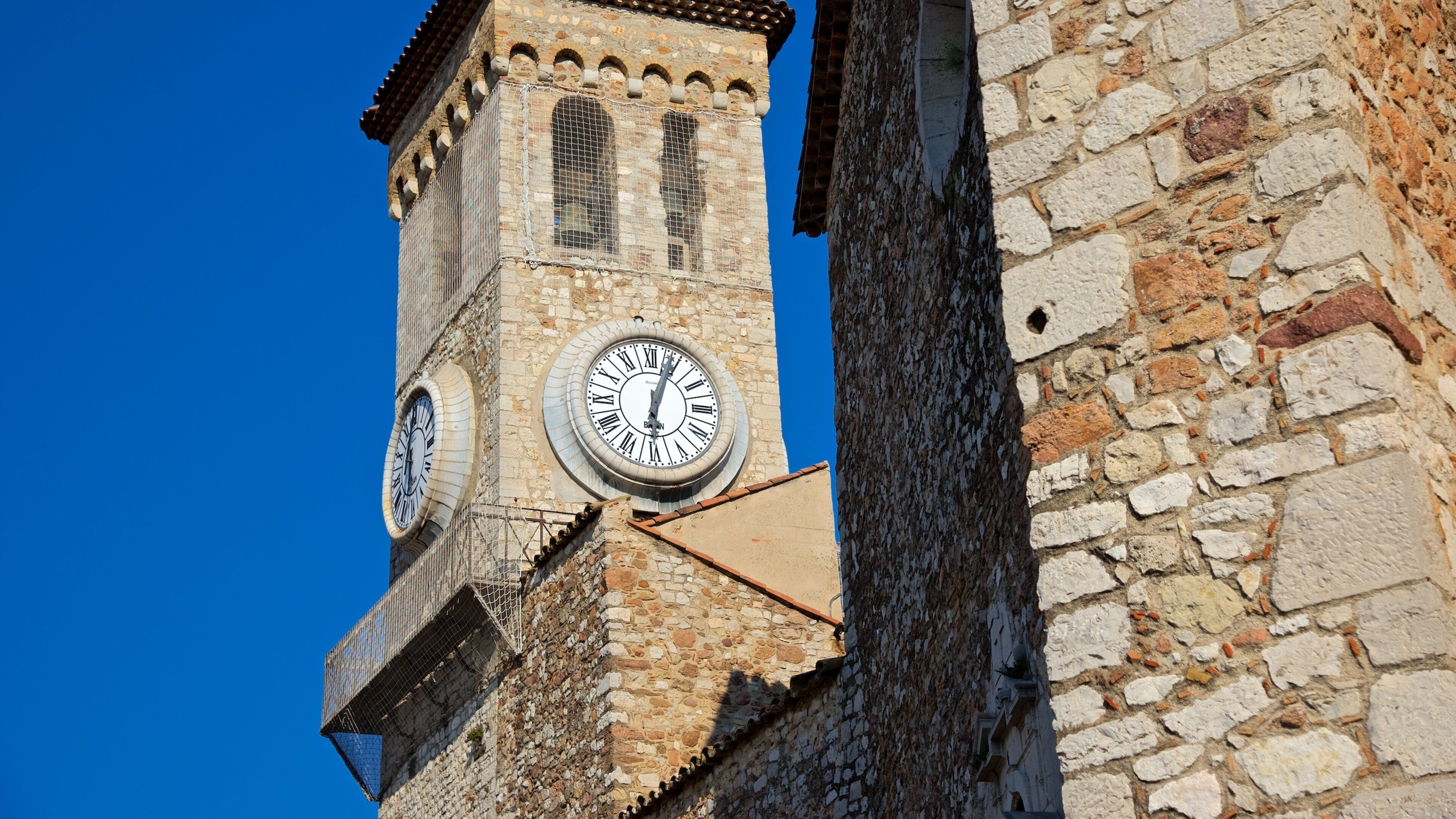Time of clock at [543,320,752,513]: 6:03
